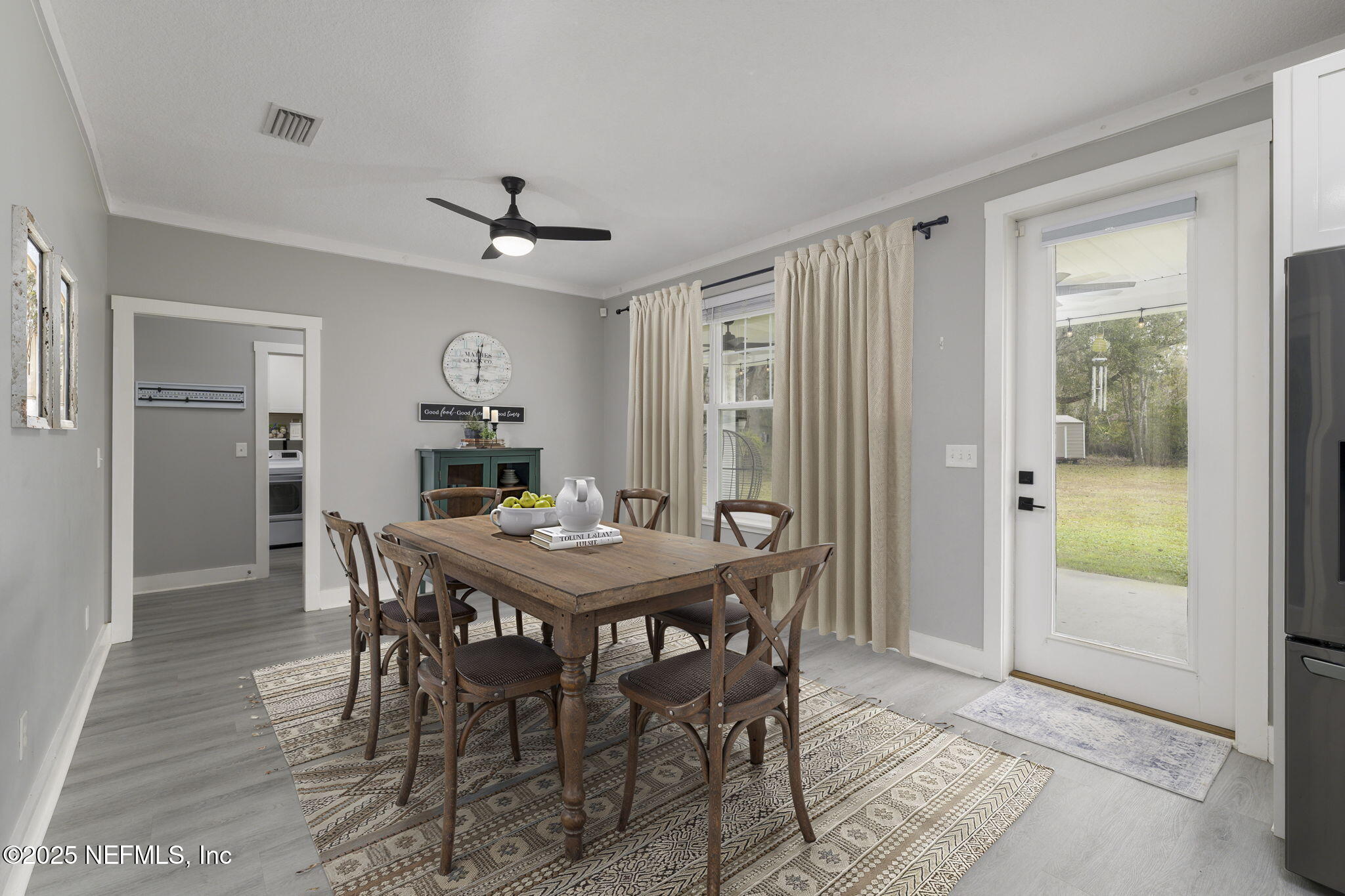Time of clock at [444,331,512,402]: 6:01
